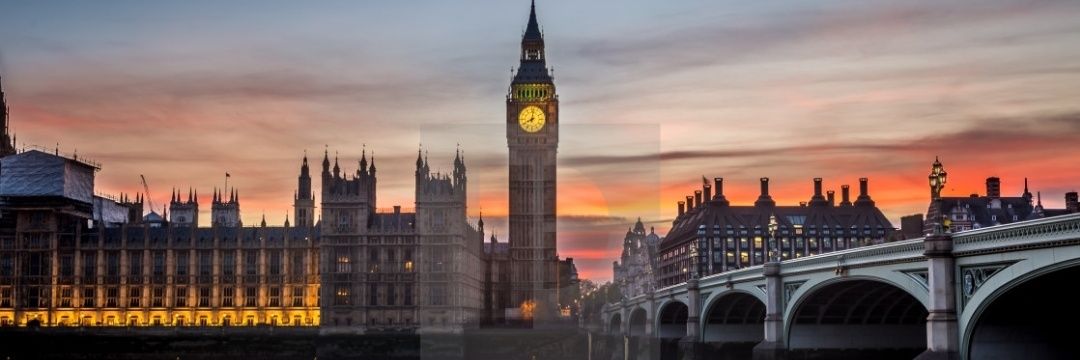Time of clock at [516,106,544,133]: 8:01
